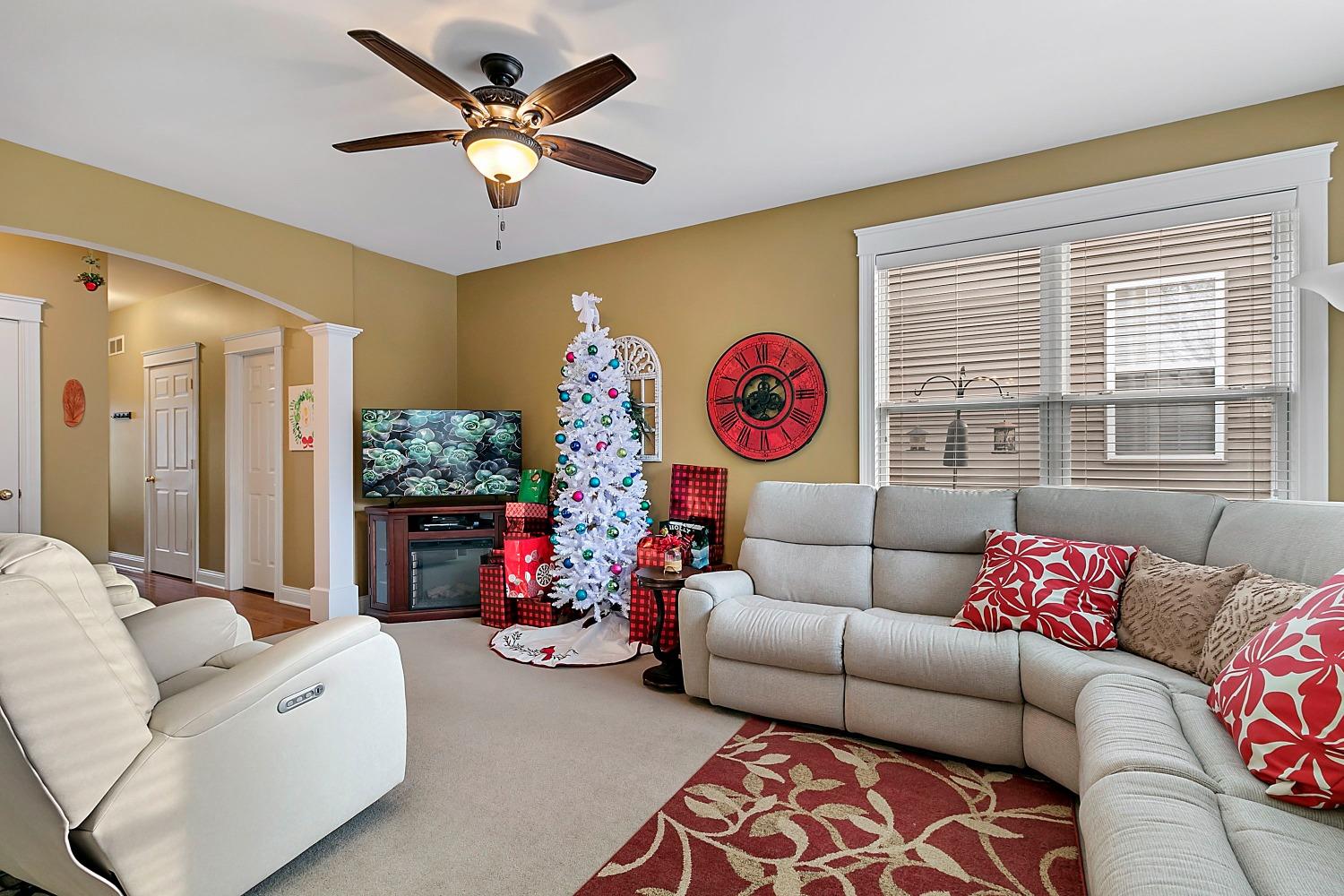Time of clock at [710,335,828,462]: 12:09
